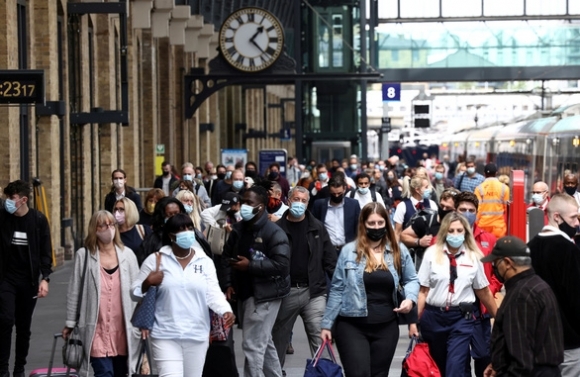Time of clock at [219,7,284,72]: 1:22
